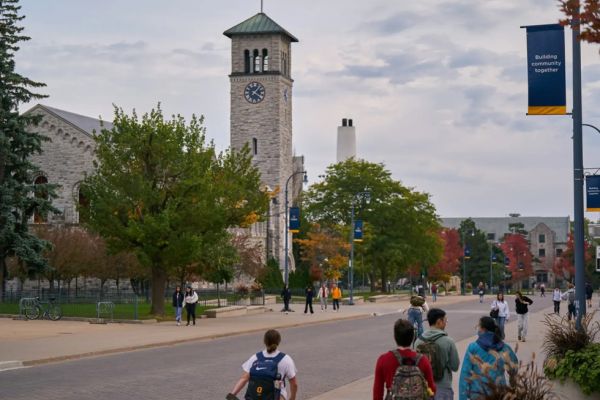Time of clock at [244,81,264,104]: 1:20
